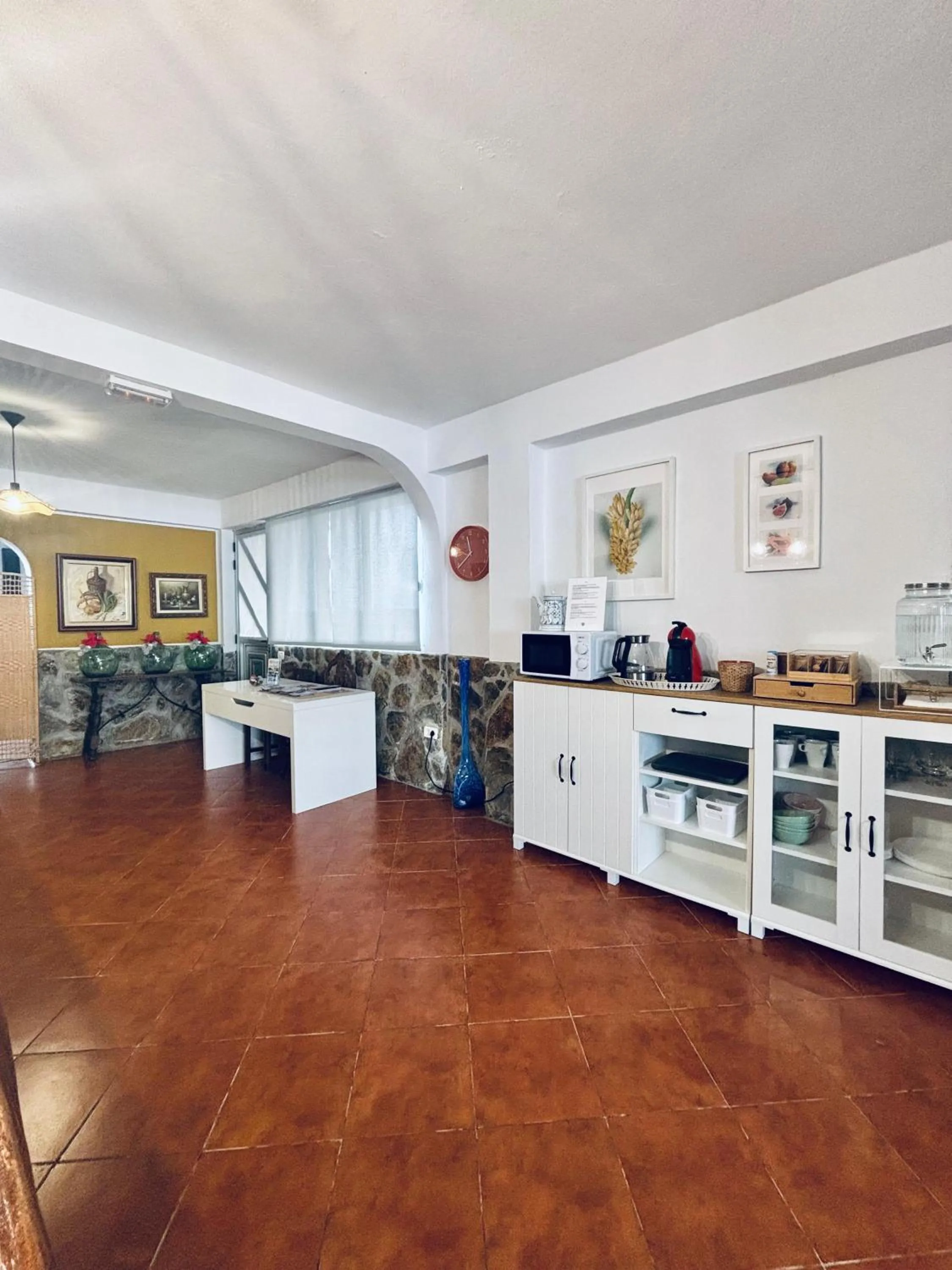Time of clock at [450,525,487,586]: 11:38
